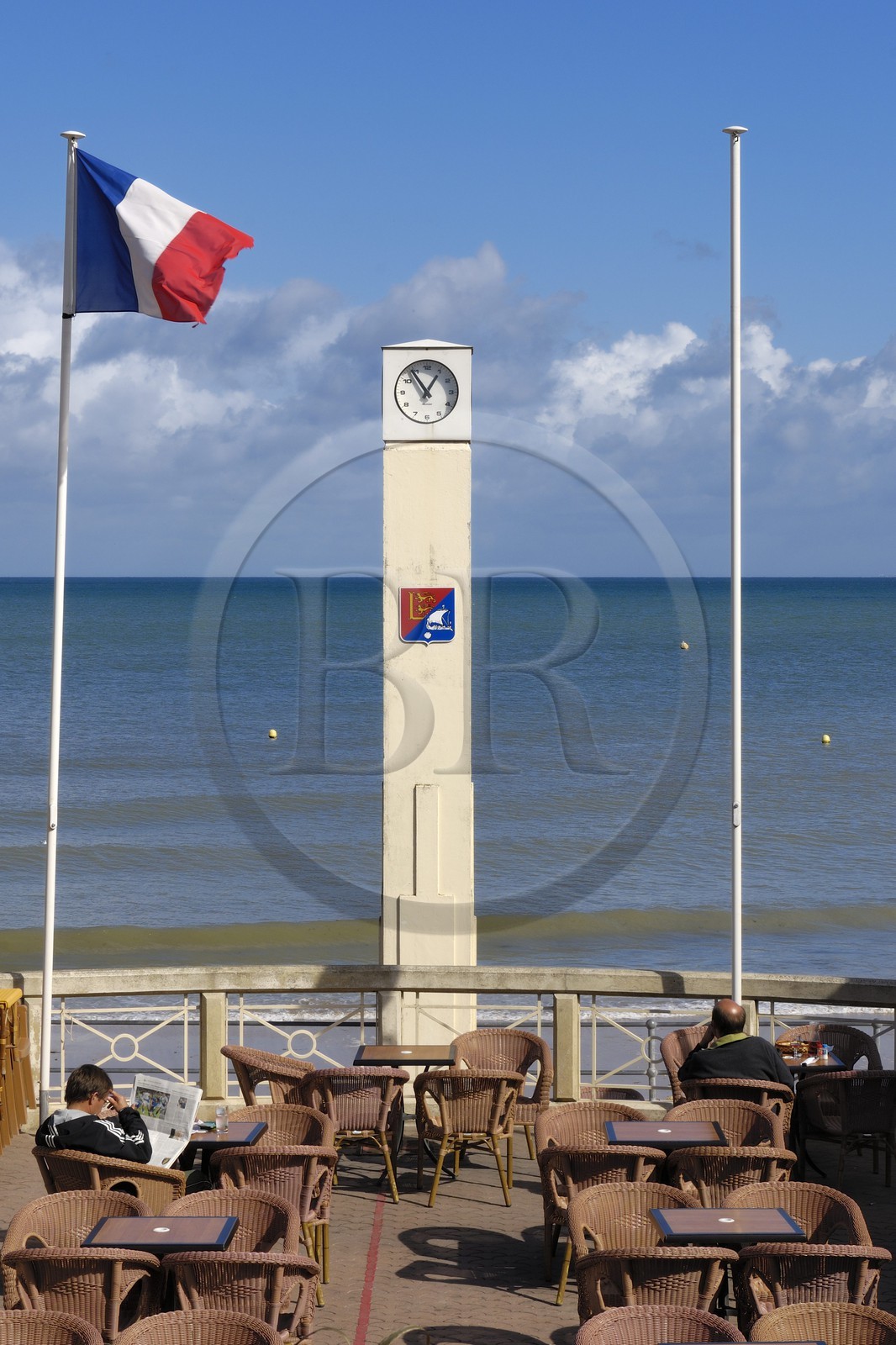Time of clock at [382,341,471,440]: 12:54
